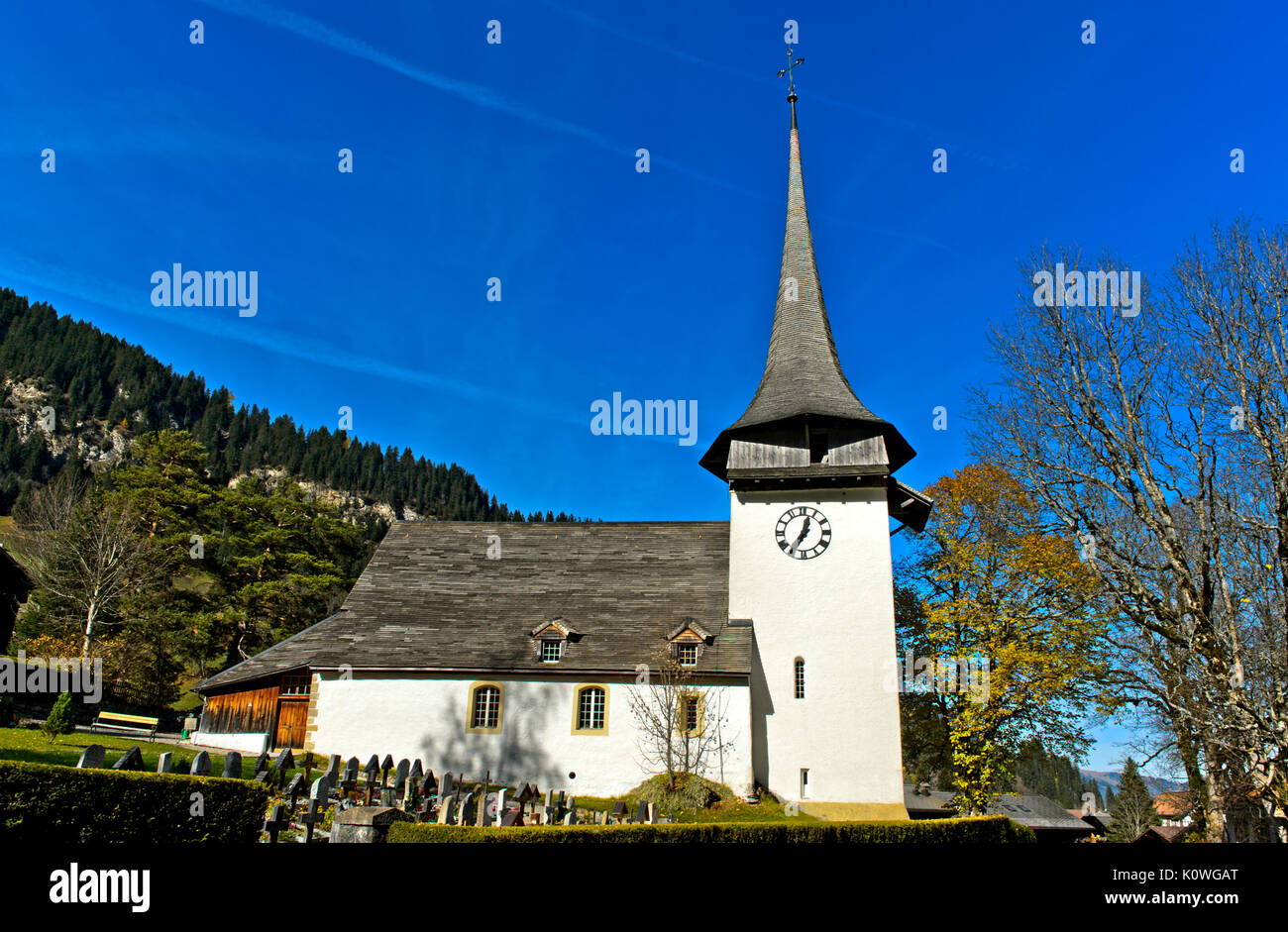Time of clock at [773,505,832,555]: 12:34
